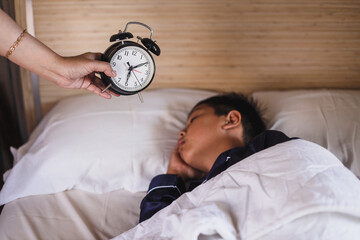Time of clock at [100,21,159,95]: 6:10
